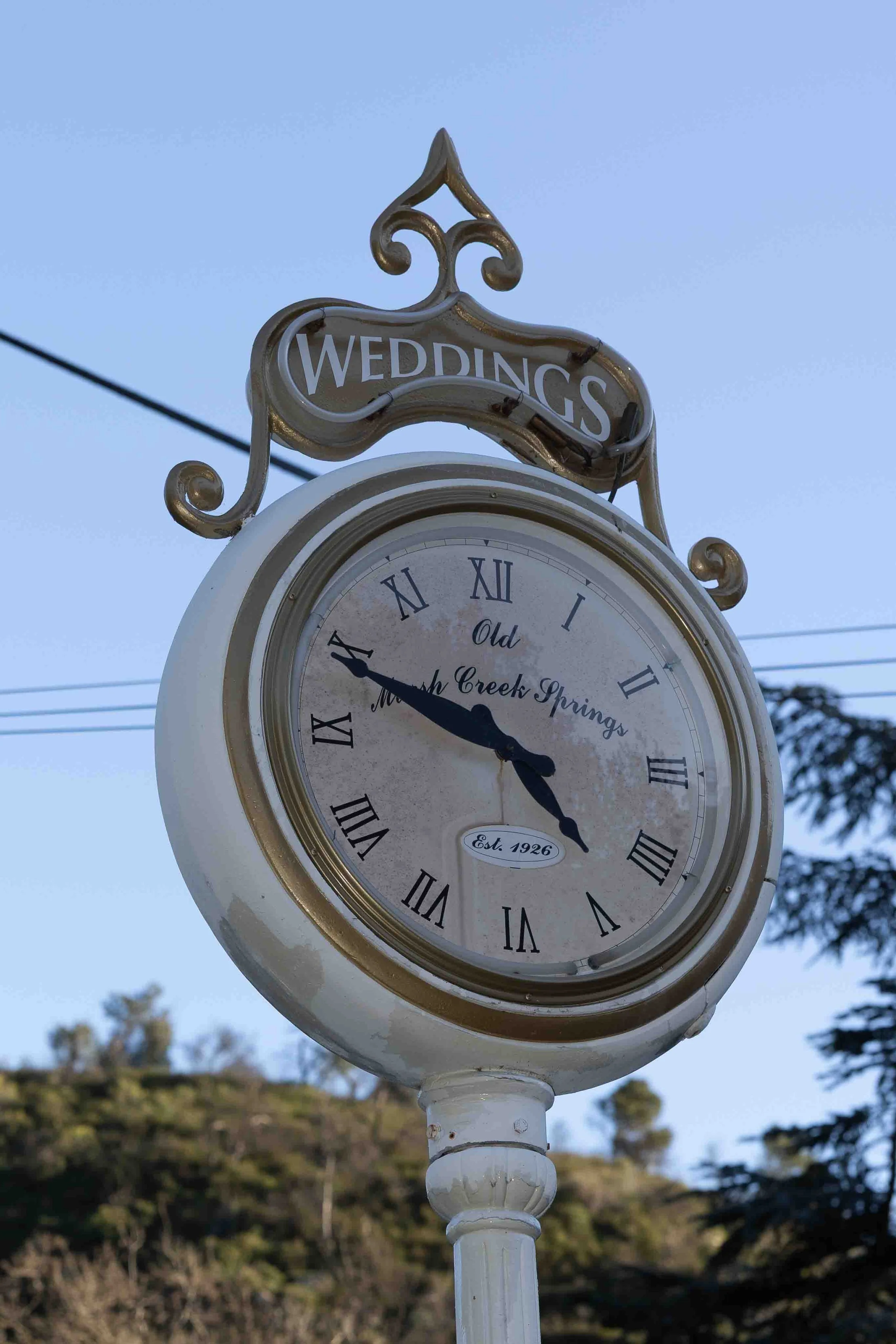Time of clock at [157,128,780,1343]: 4:49
